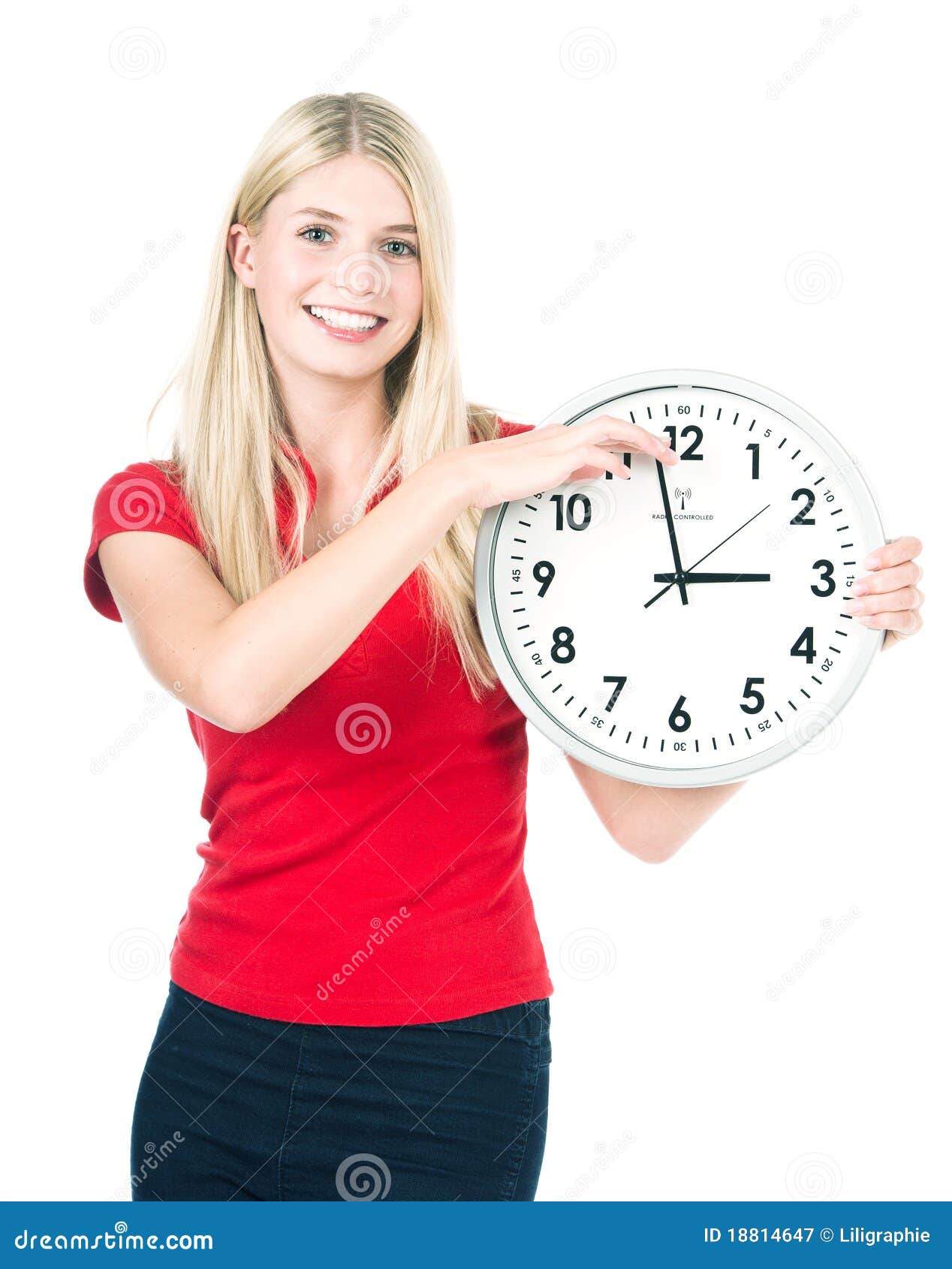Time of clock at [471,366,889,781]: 2:58
